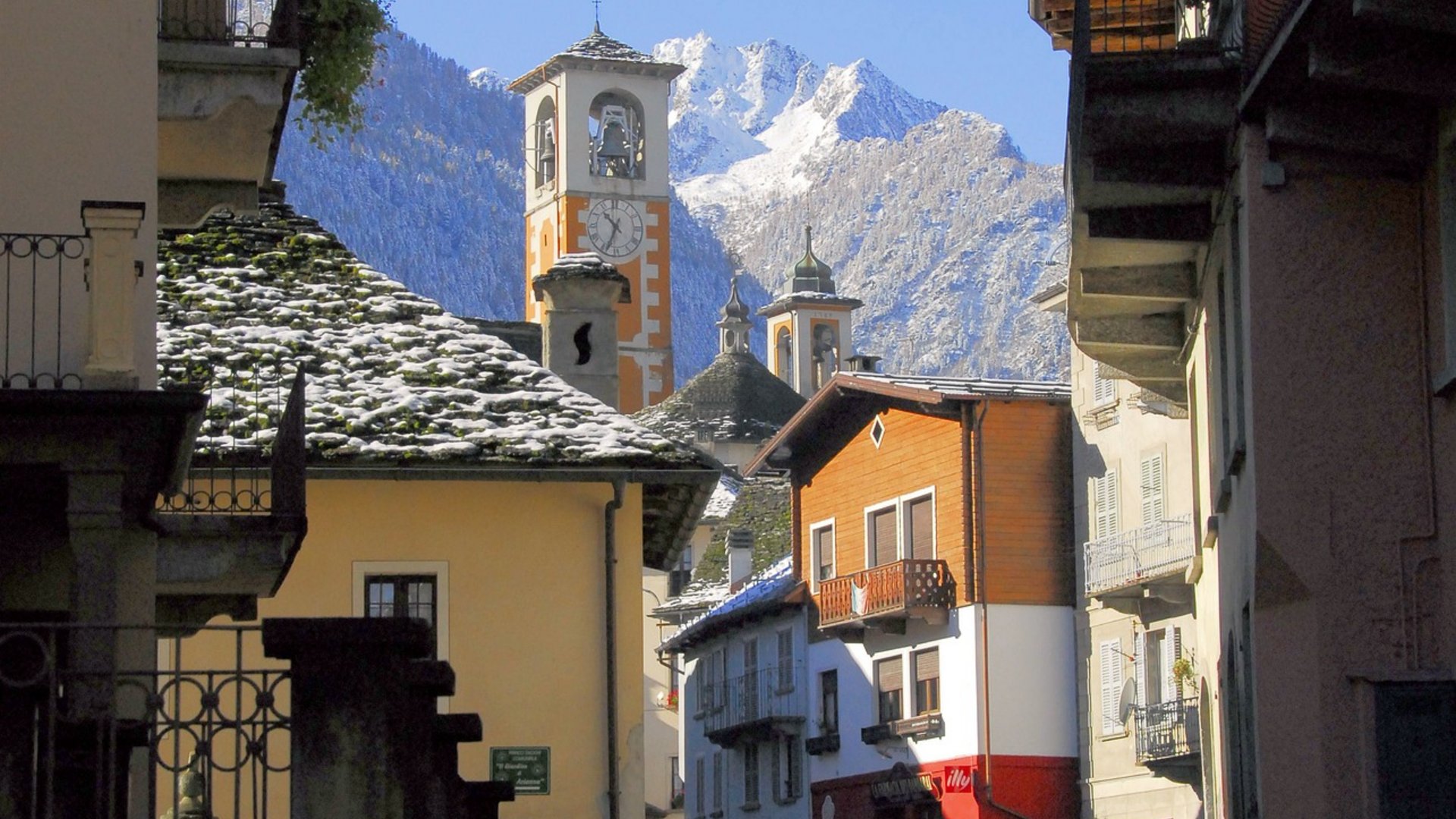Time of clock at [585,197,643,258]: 10:34
